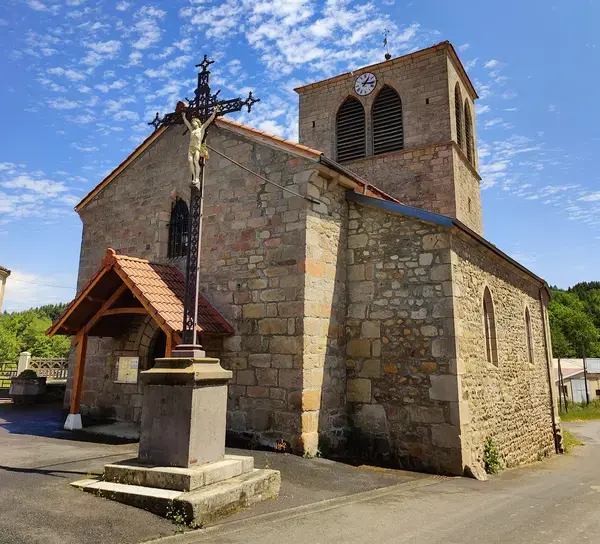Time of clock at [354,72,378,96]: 1:16
